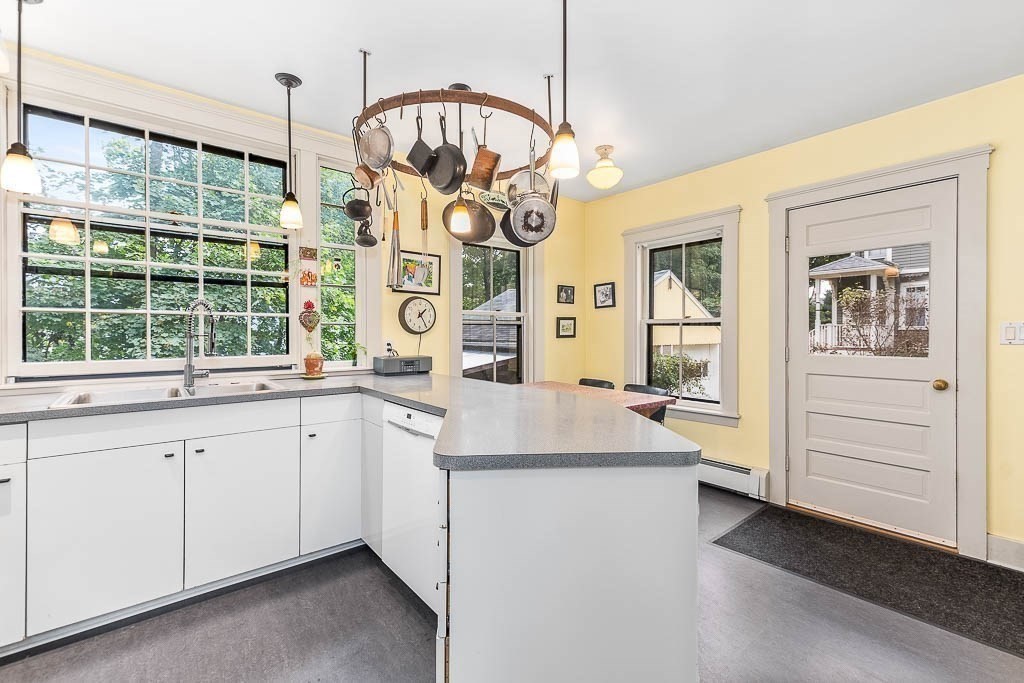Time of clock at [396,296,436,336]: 1:24
